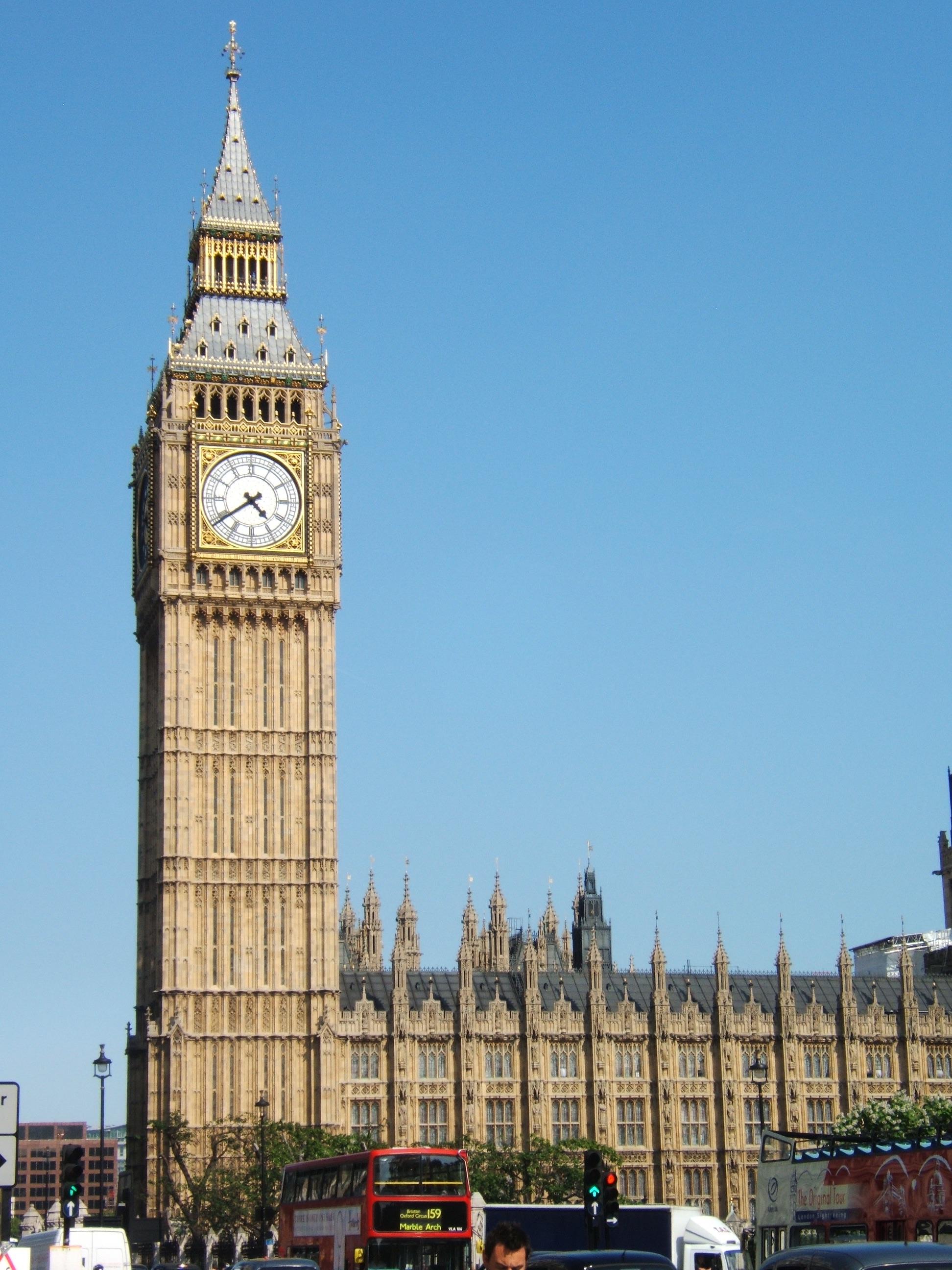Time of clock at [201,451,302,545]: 4:38
